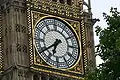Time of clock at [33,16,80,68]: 6:39
